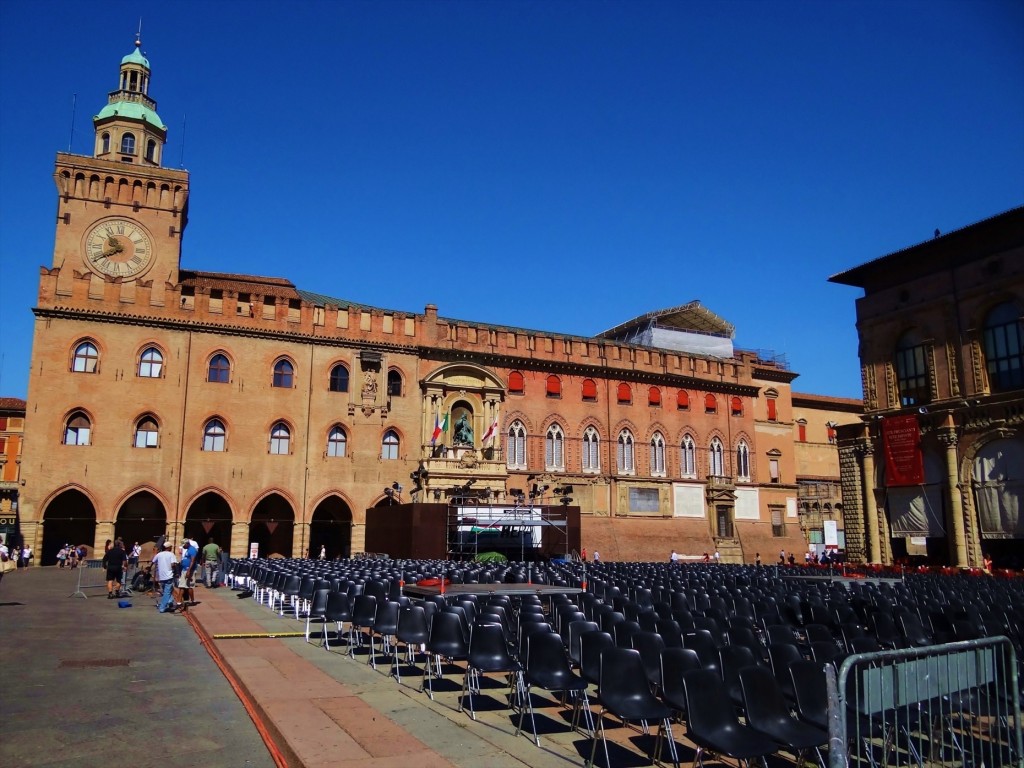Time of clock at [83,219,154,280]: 10:39
